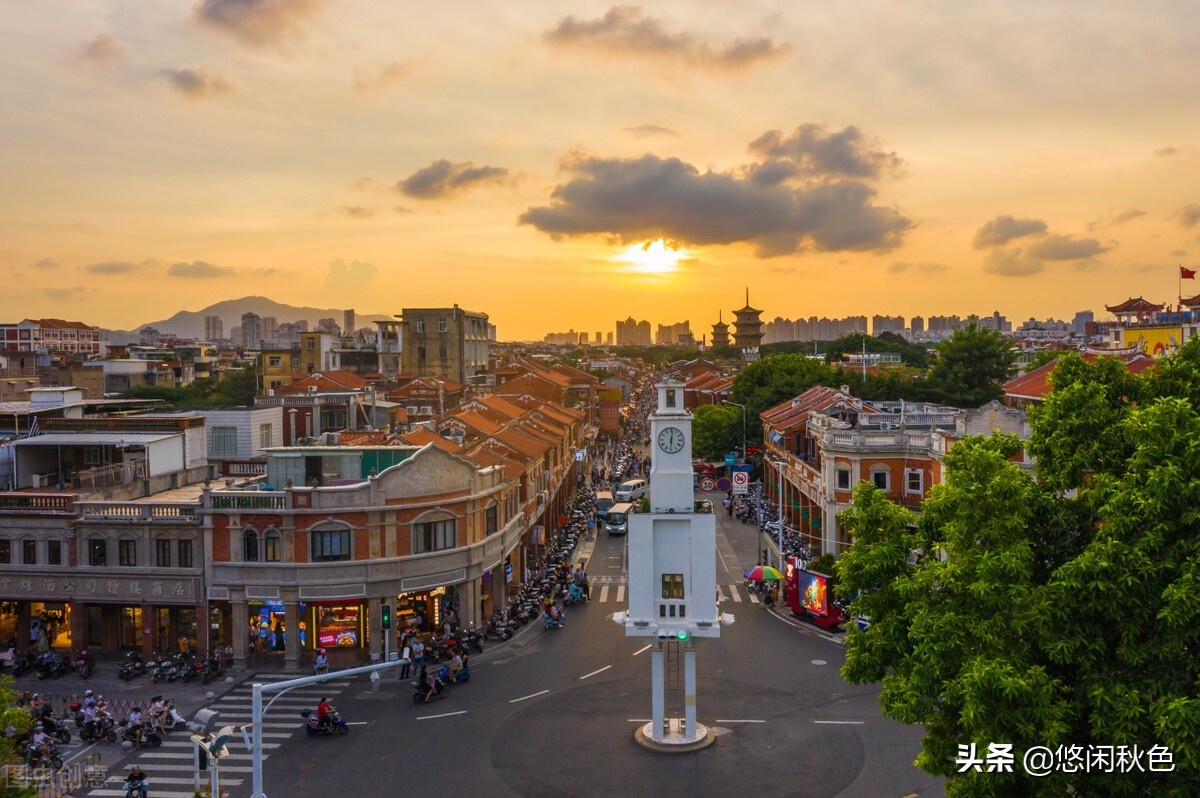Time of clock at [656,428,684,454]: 6:01
